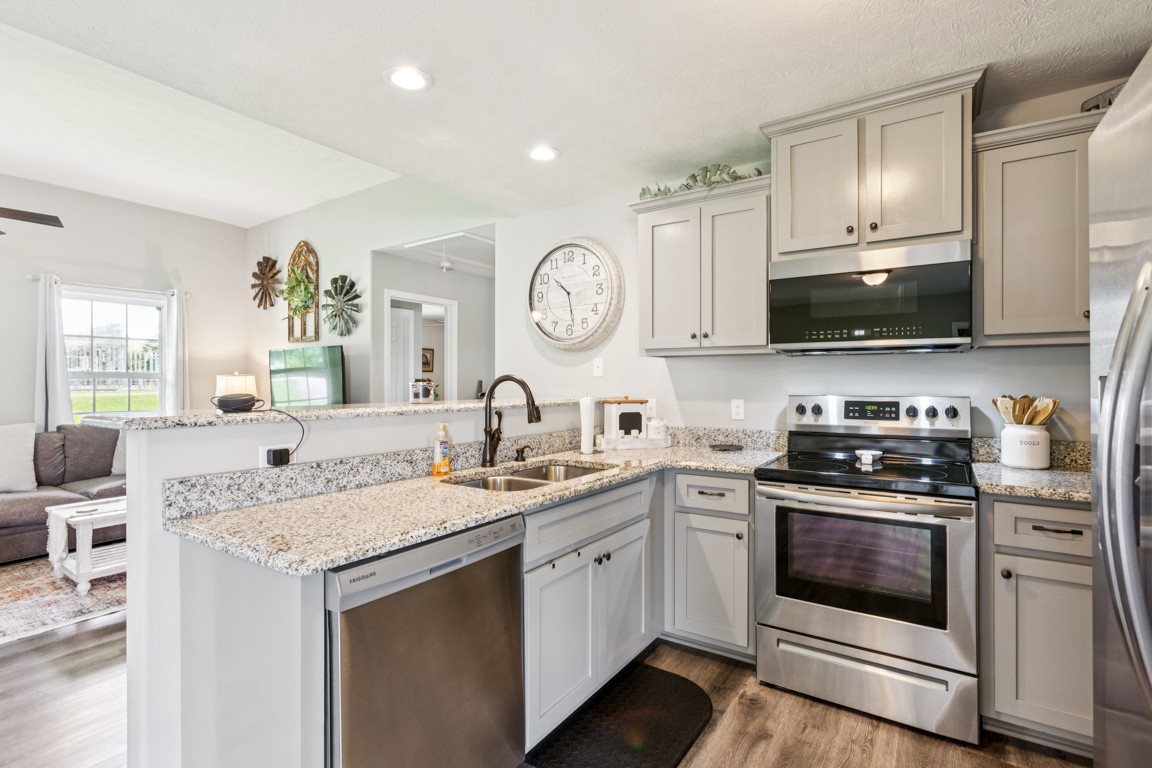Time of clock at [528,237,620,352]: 10:28
